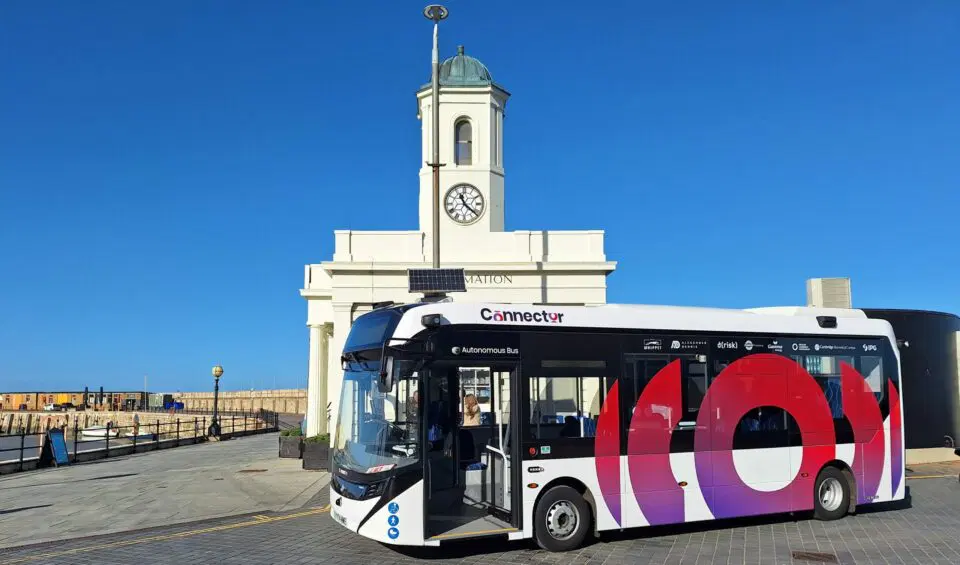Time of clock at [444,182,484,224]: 11:21
